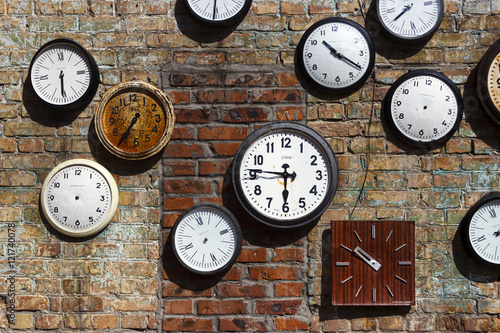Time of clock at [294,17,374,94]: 10:20
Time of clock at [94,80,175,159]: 7:36
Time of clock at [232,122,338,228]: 5:46
